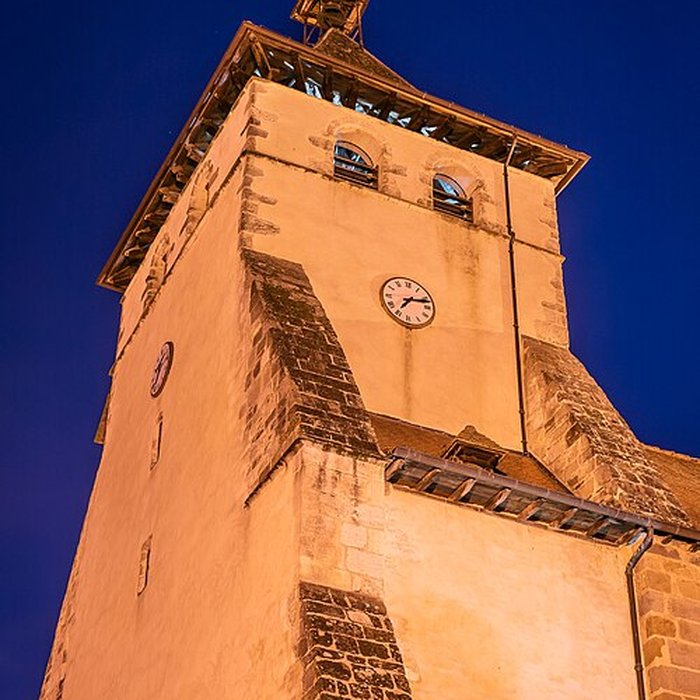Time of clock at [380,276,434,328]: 7:12
